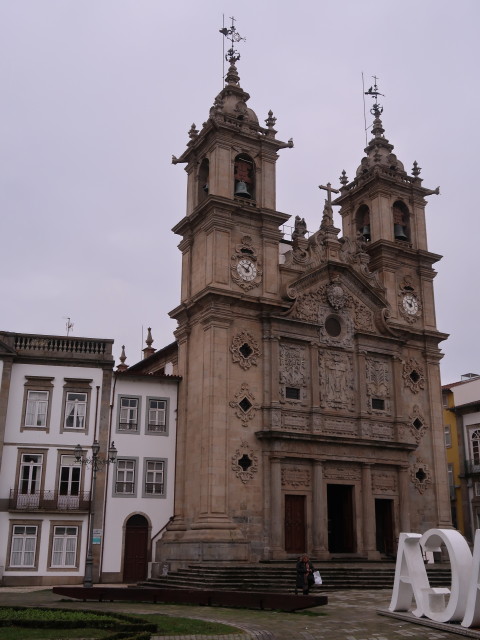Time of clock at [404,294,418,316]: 10:02
